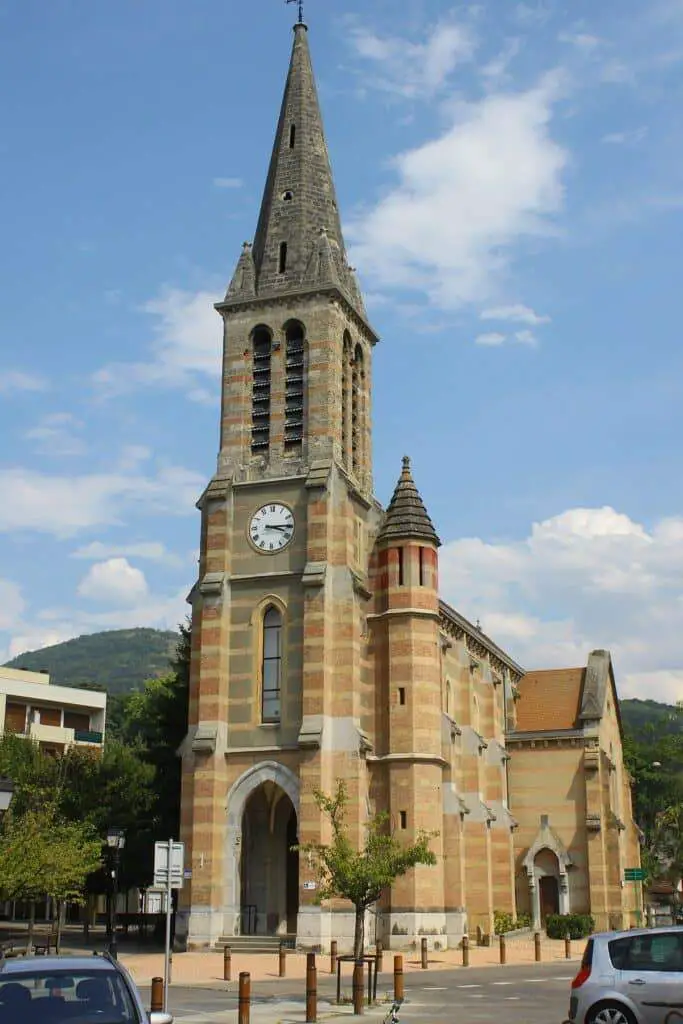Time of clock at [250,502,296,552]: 3:14
